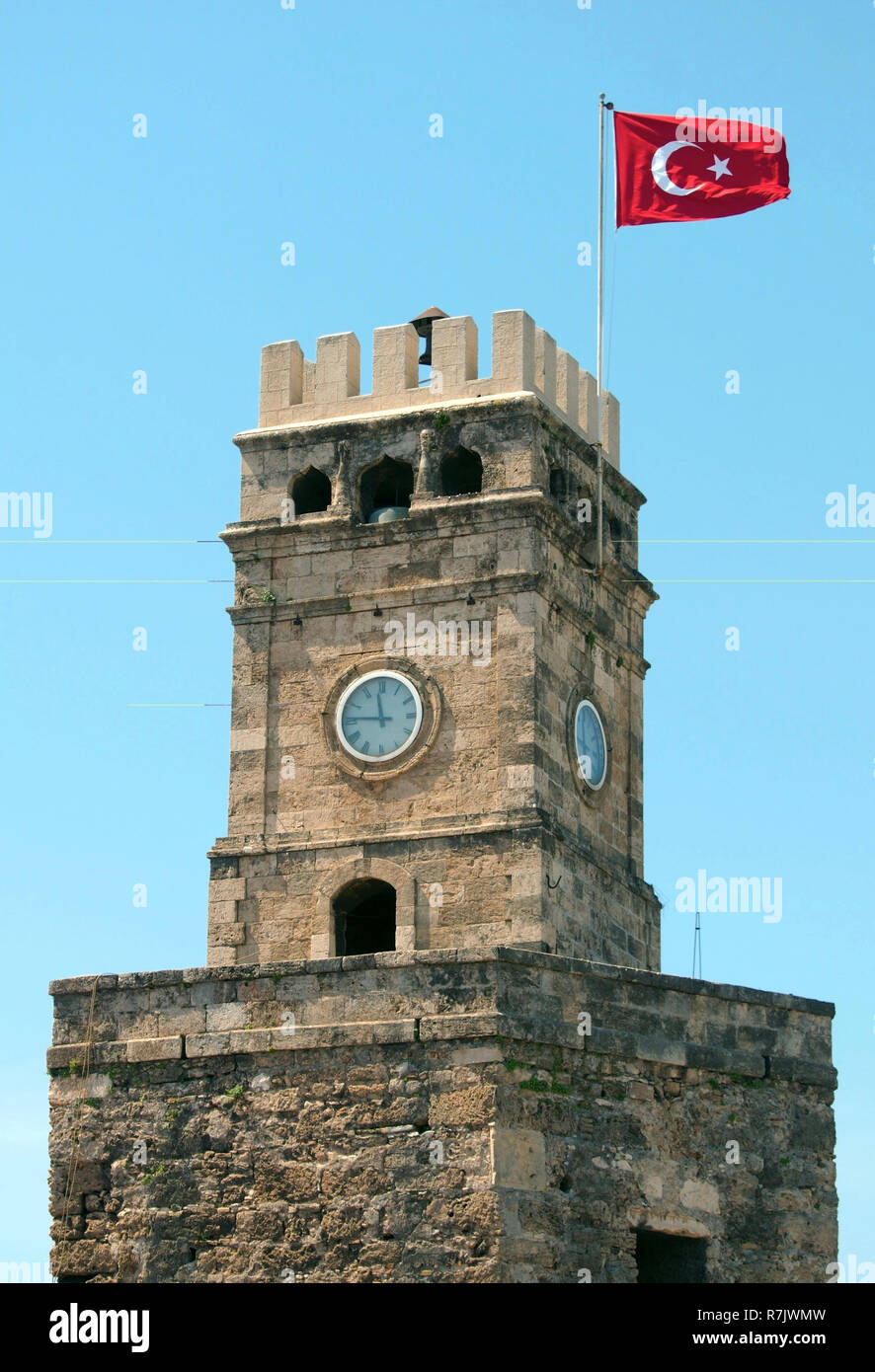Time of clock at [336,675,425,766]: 11:45
